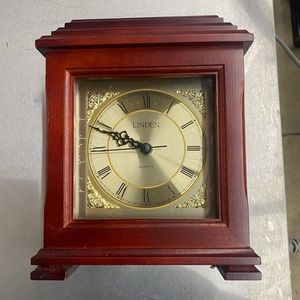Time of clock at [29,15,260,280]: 9:48
